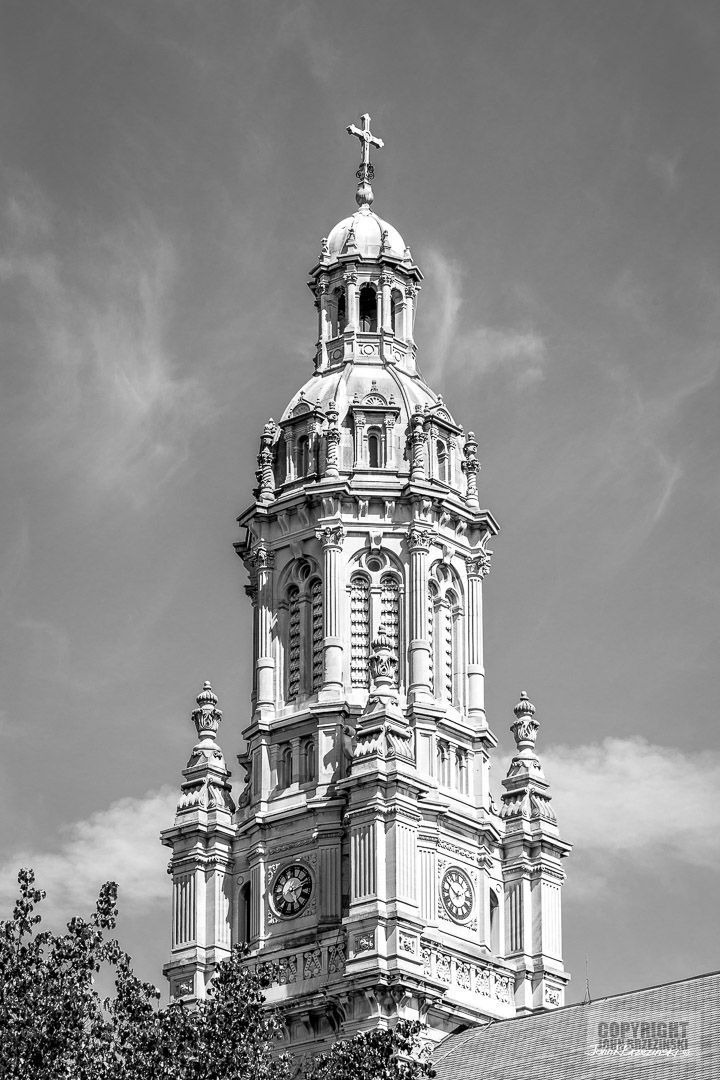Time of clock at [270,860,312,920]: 2:24
